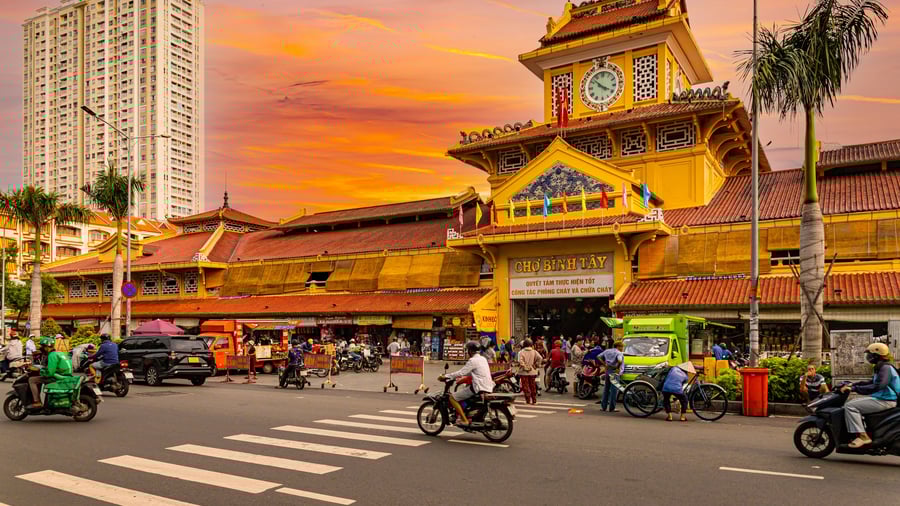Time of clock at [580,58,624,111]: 3:52
